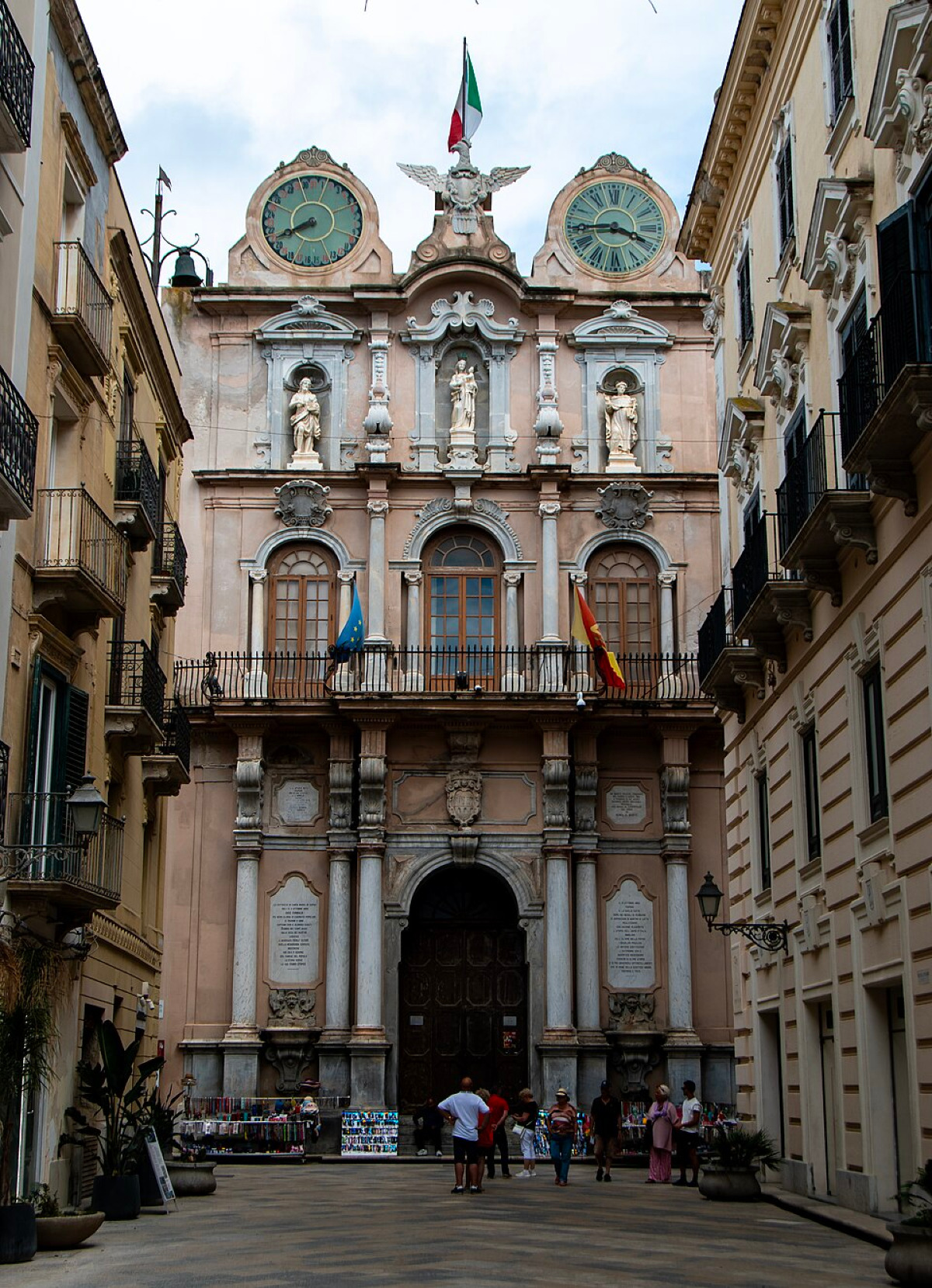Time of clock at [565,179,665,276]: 3:44
